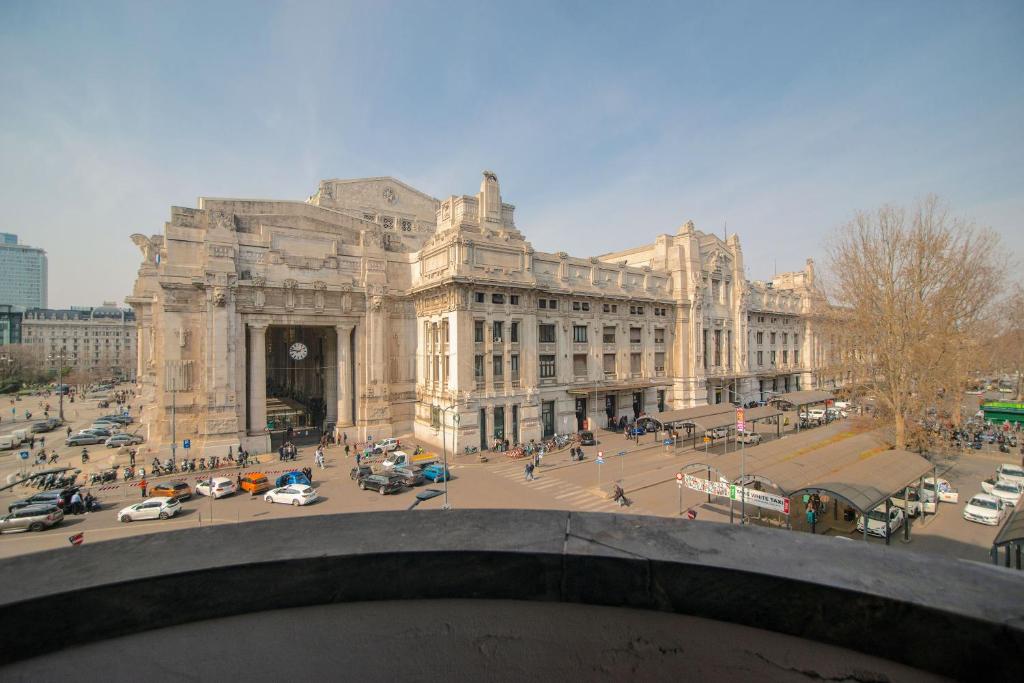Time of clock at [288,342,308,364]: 1:46
